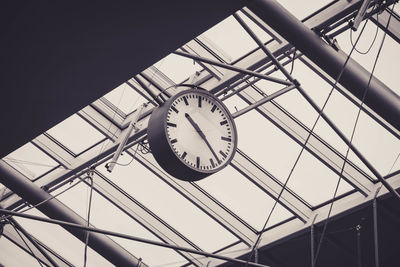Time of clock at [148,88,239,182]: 10:22
